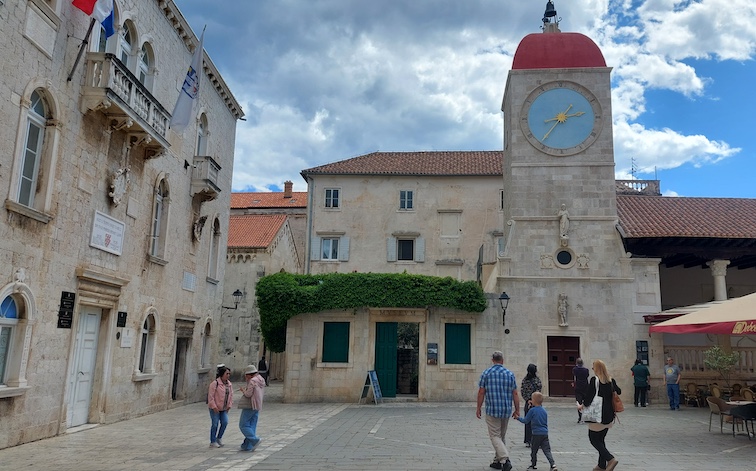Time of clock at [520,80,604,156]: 2:36
